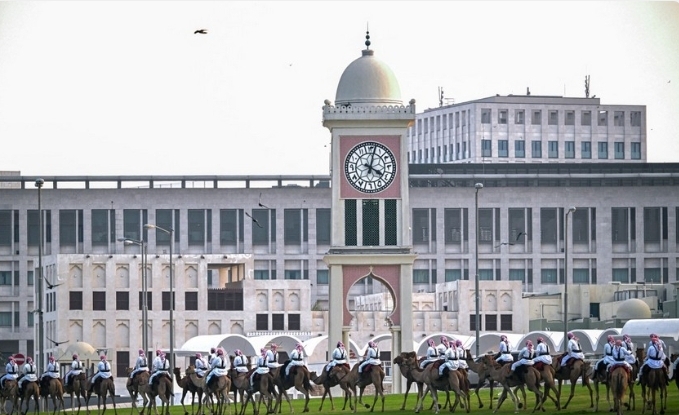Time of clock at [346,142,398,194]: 4:02
